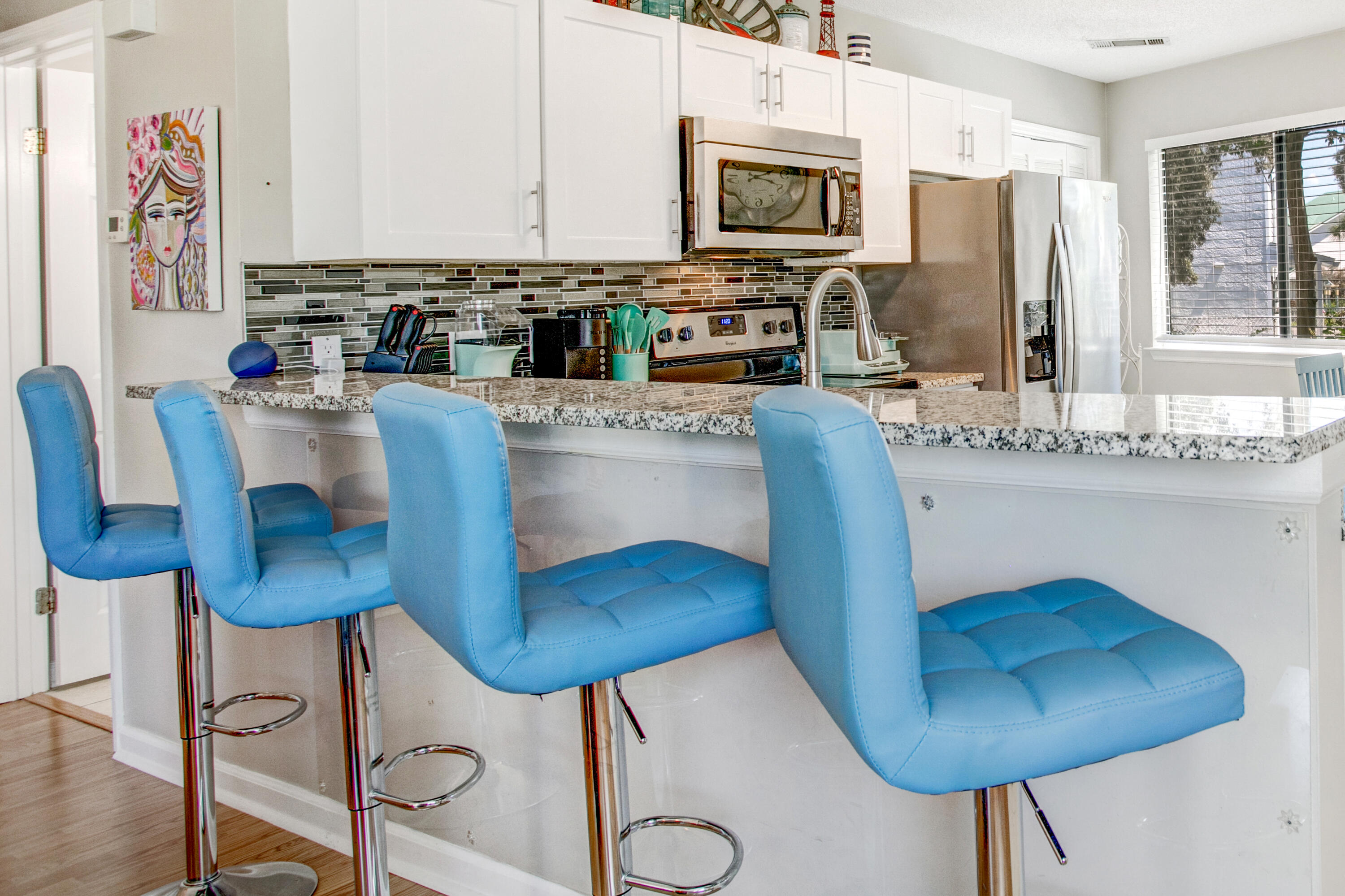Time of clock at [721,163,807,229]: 2:18
